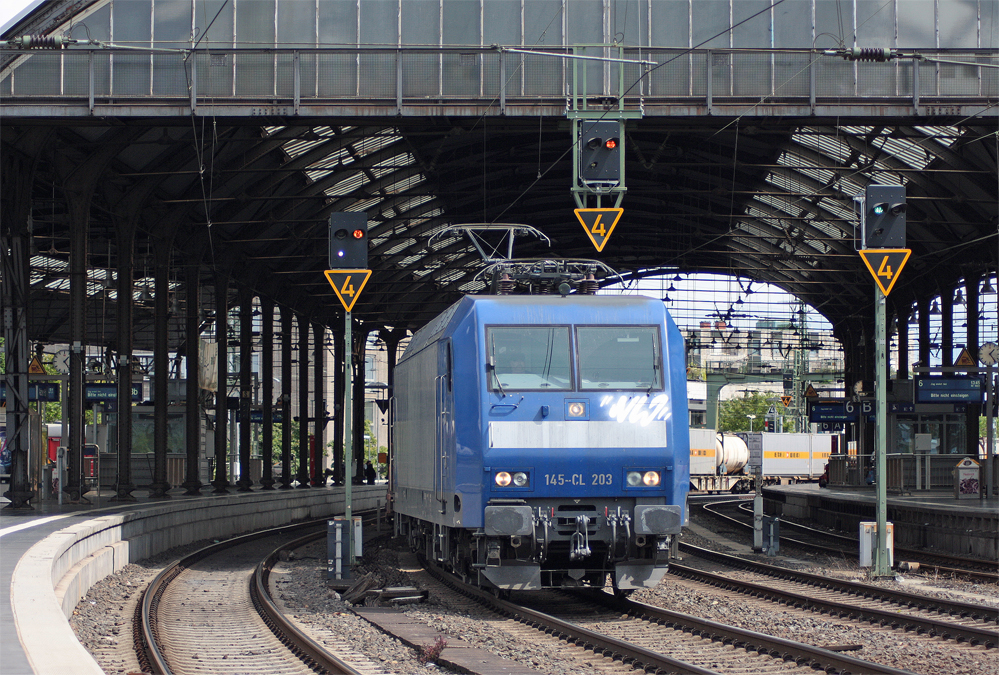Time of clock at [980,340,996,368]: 1:23
